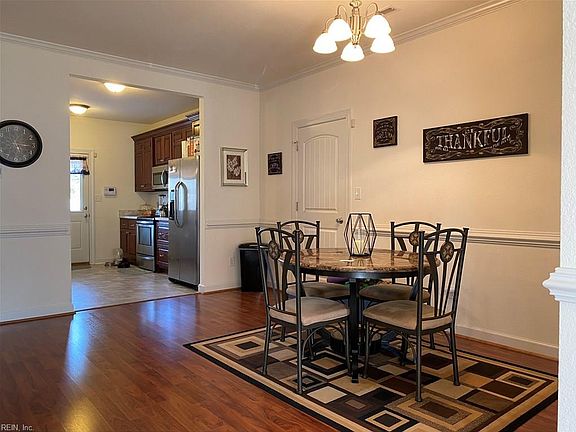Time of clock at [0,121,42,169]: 5:15
